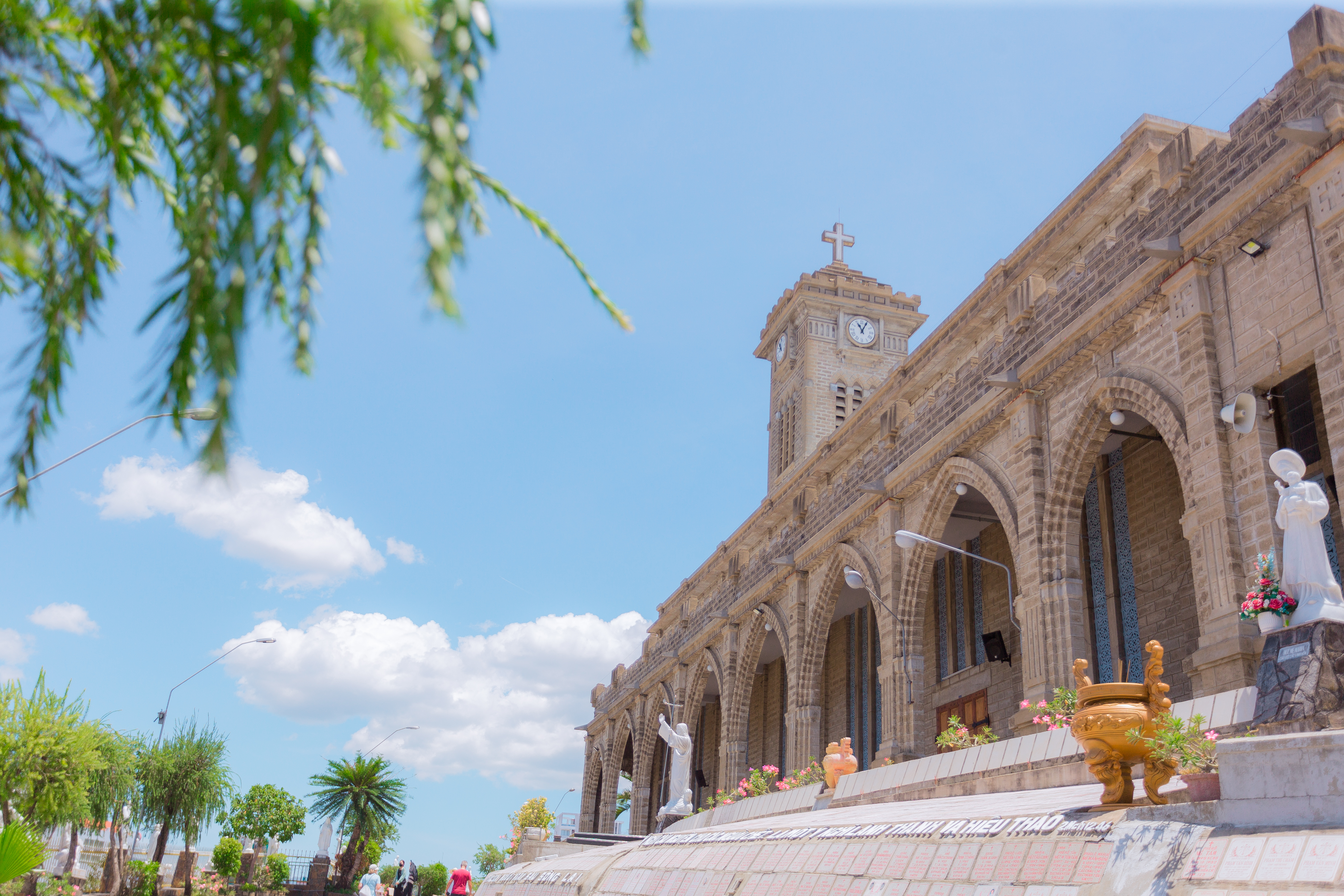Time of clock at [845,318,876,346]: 11:04
